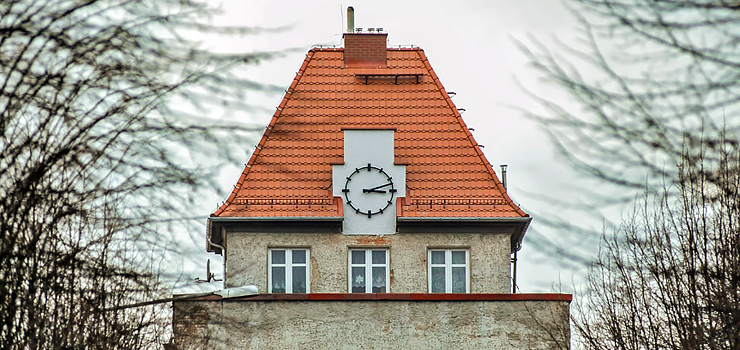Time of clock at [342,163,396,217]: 3:12
